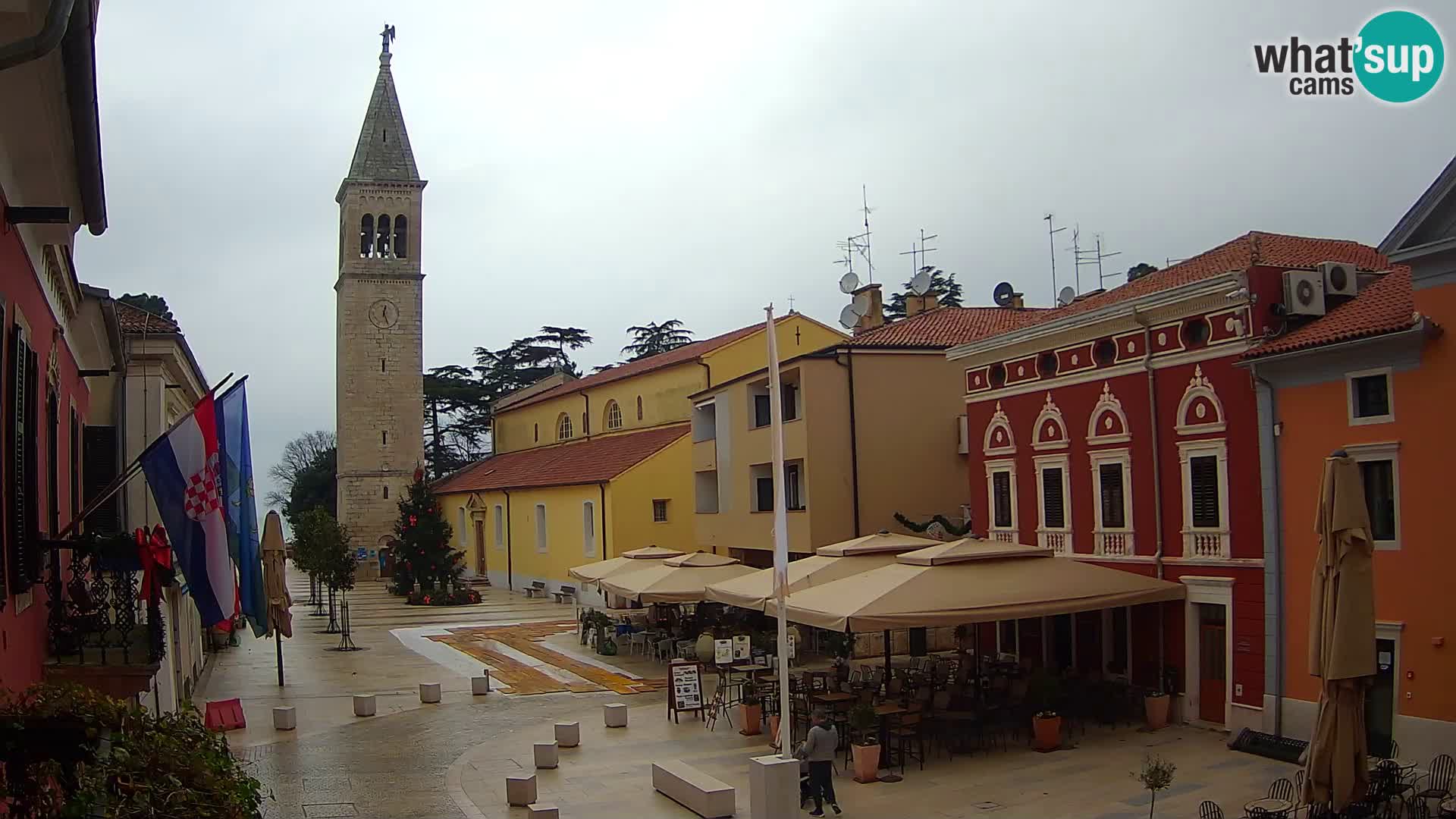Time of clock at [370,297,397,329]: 12:26
